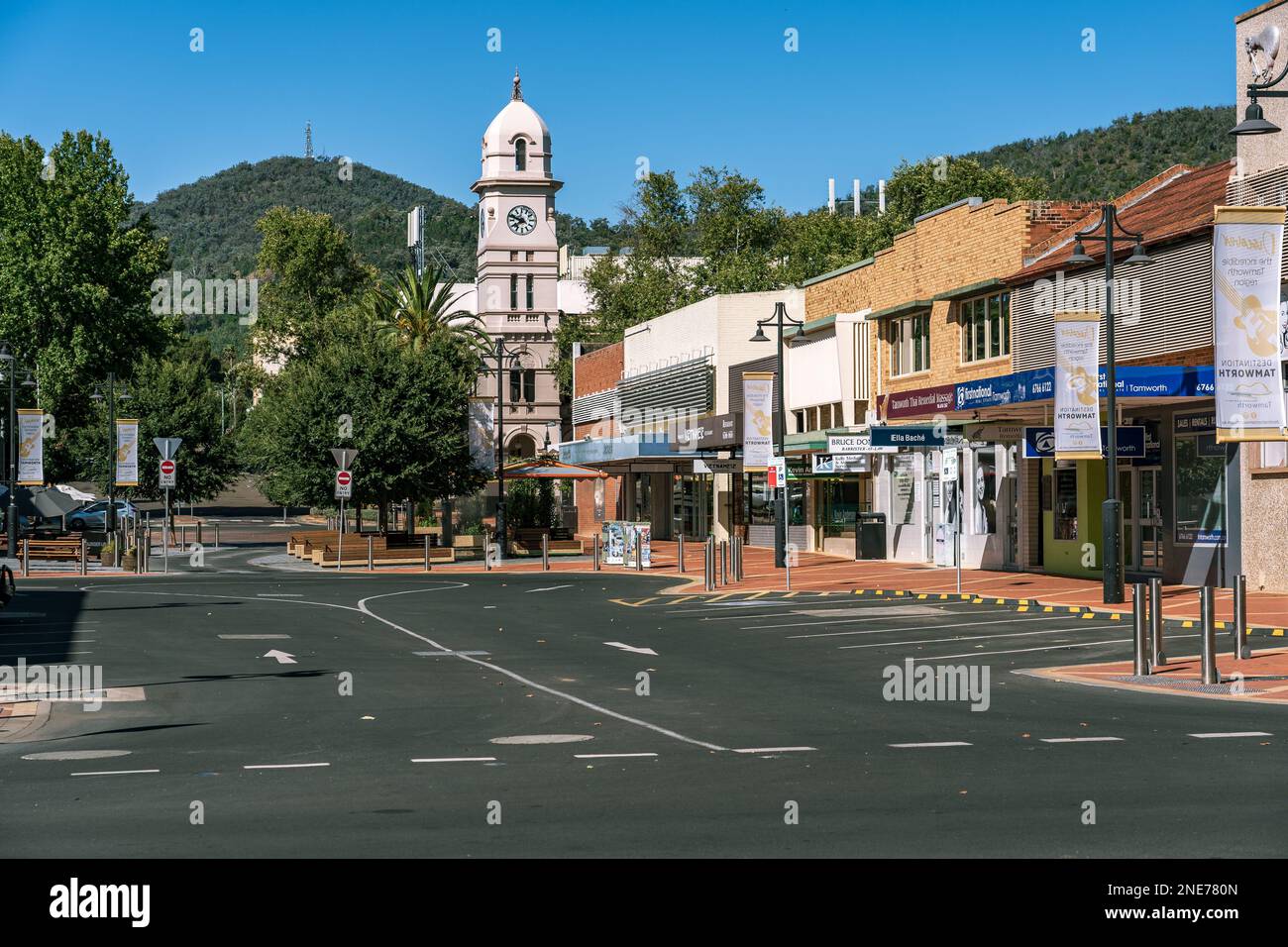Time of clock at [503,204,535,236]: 7:48
